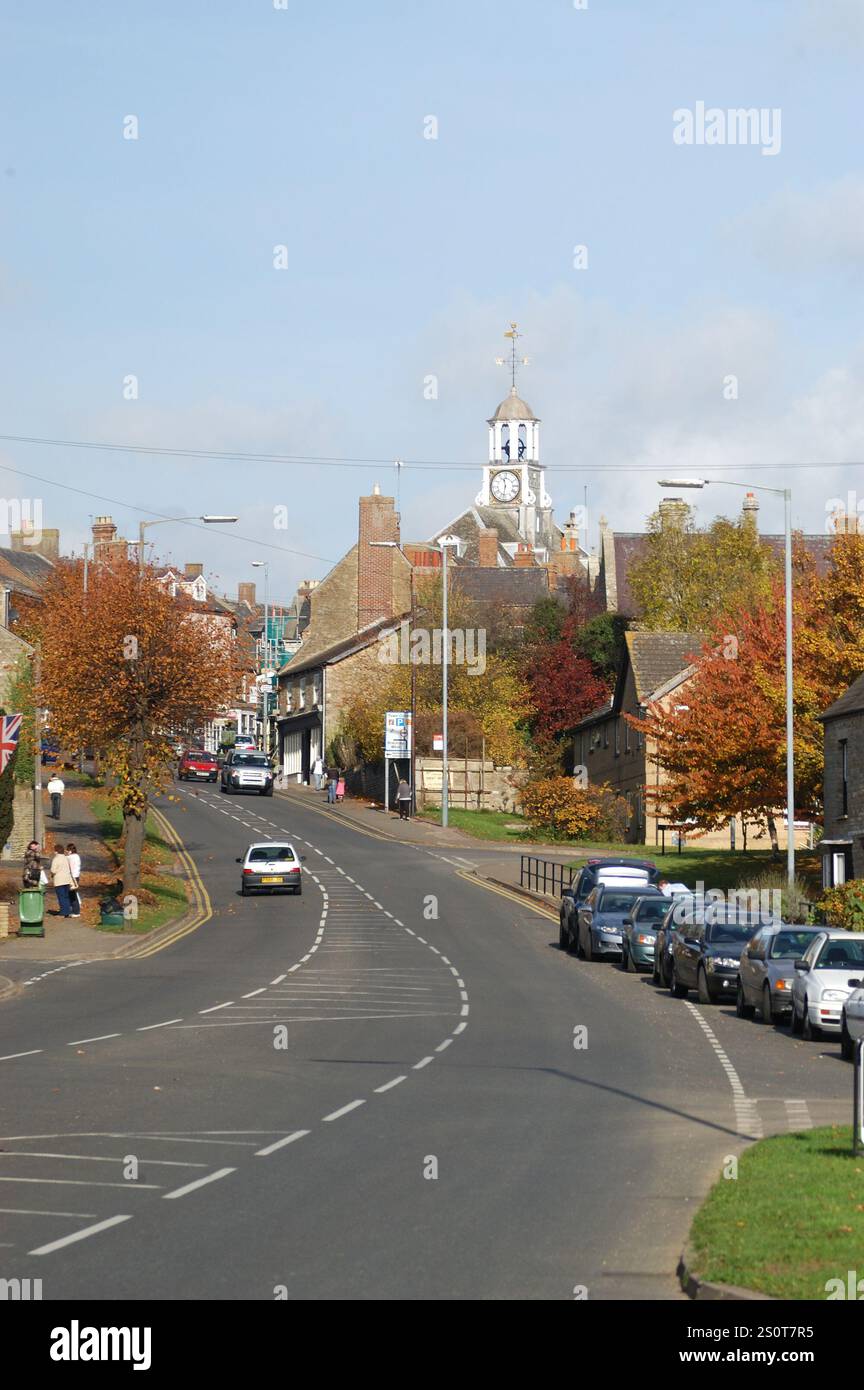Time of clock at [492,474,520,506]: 11:32
